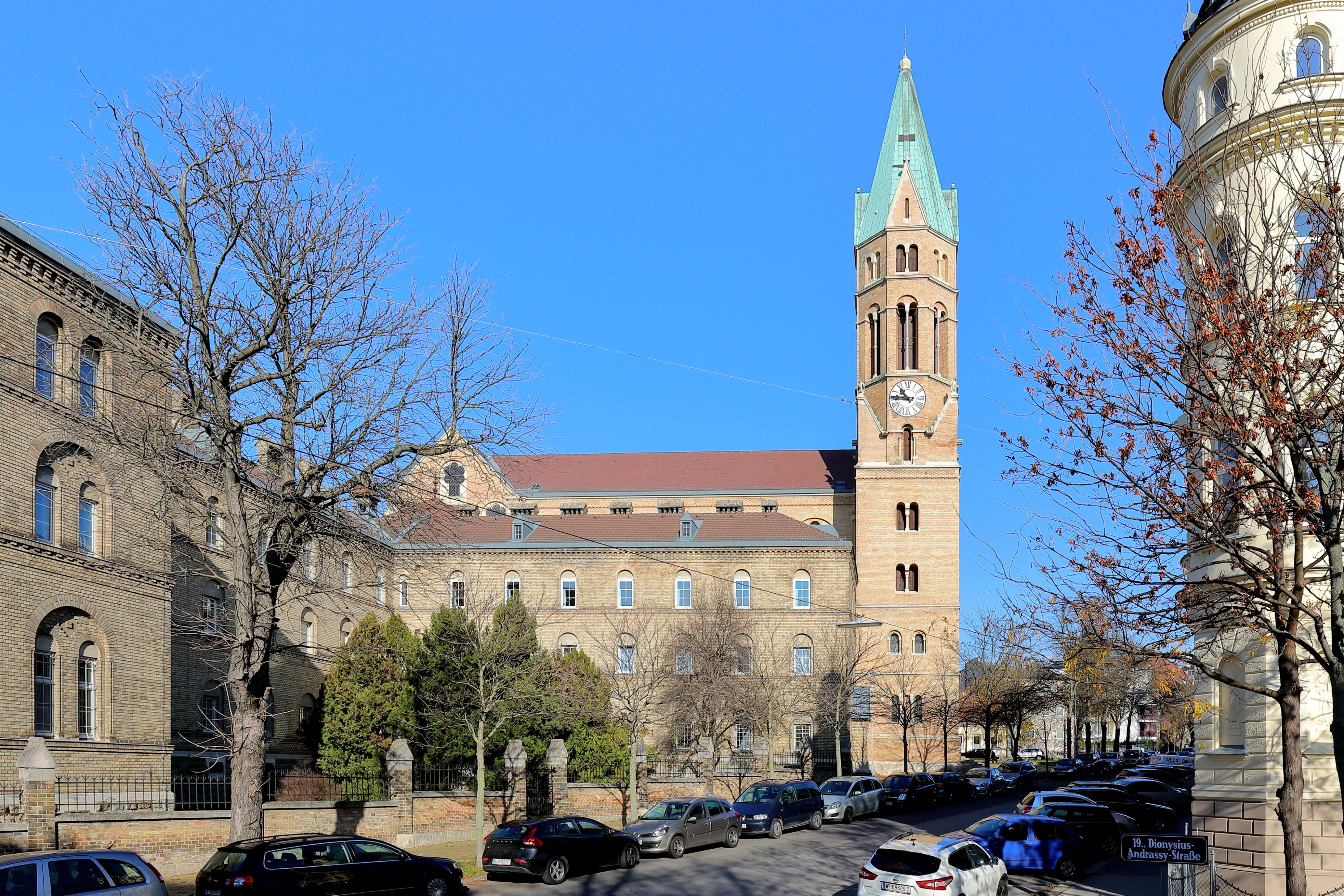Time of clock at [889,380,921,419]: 10:45
